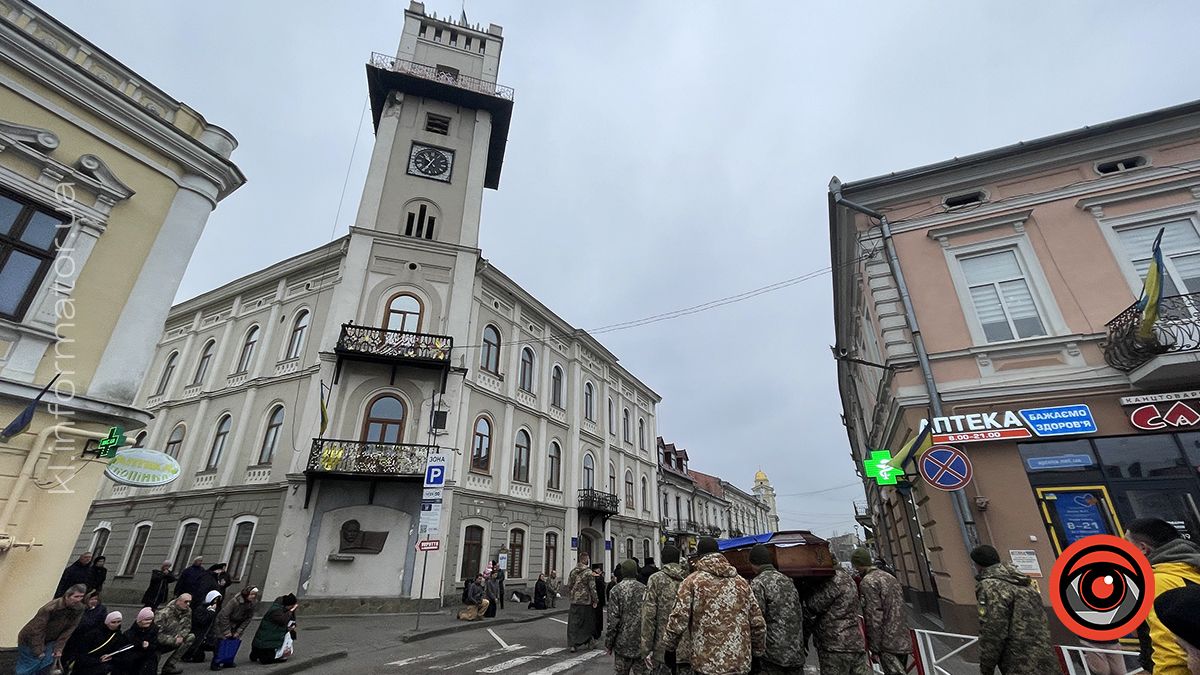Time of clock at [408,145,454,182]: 10:34
